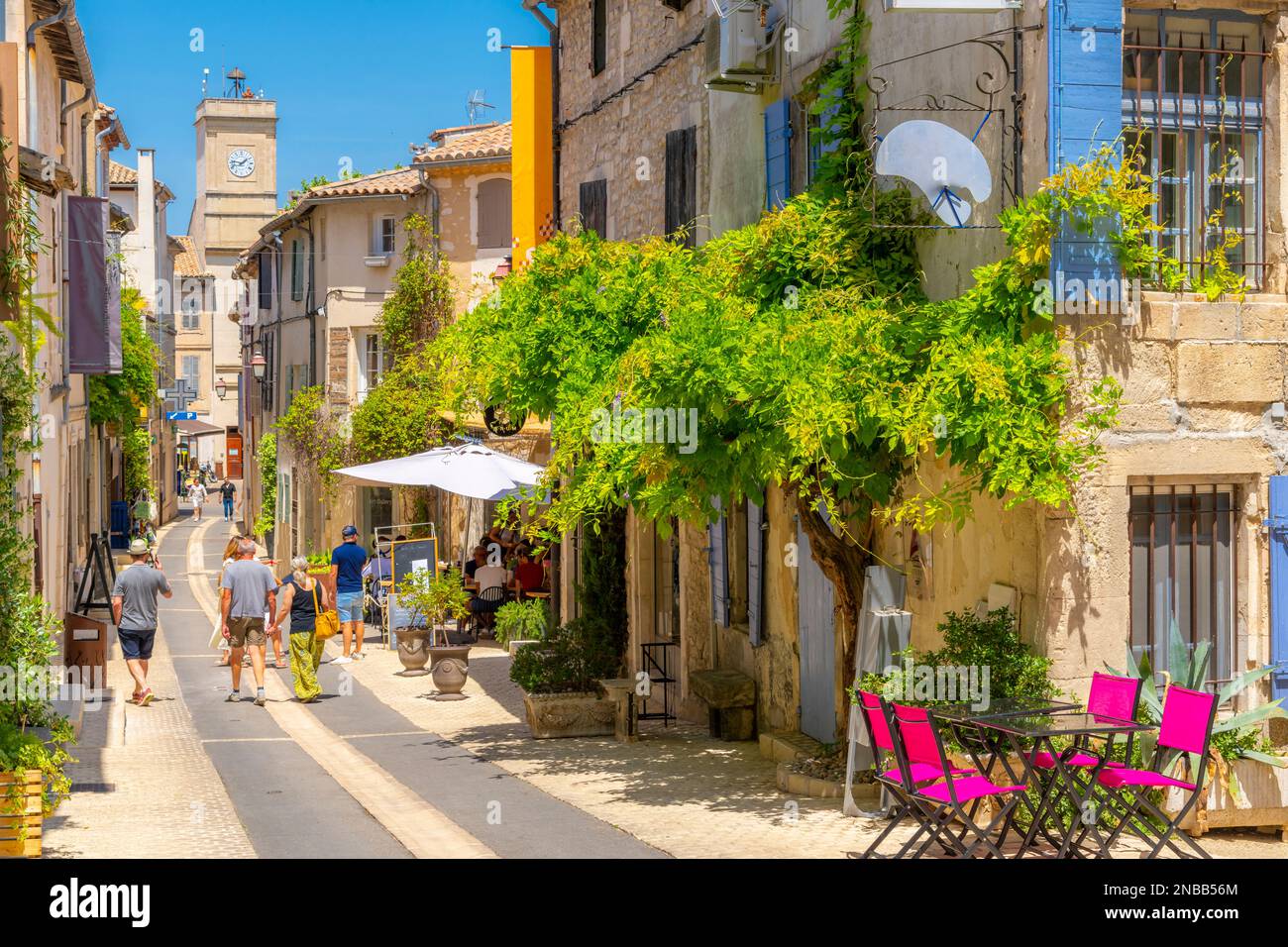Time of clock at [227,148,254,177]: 1:46
